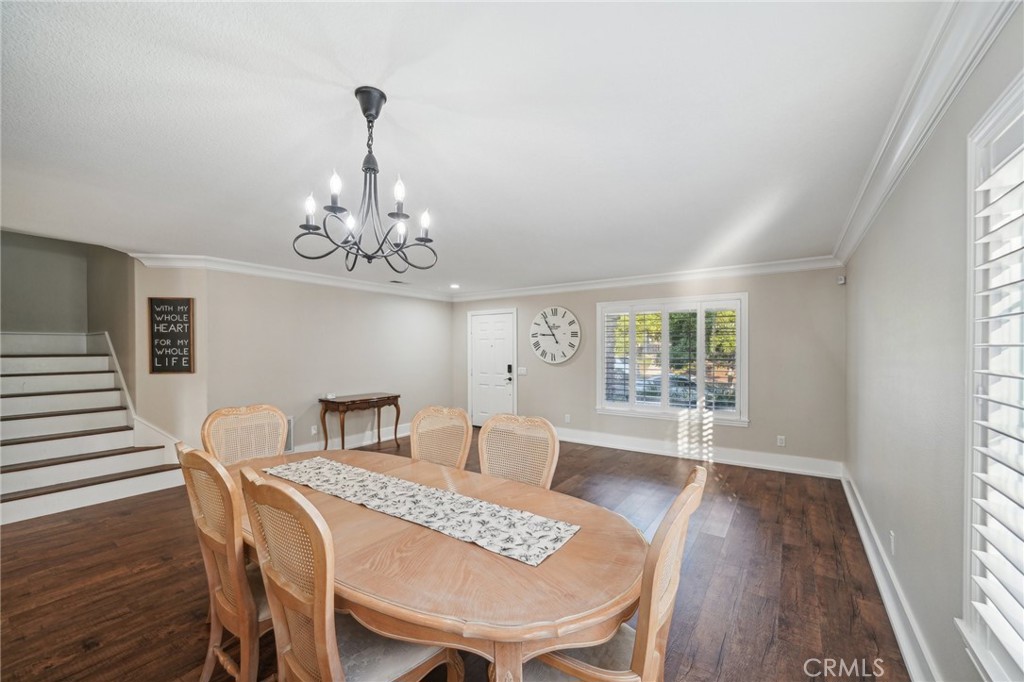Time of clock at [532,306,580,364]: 8:54
